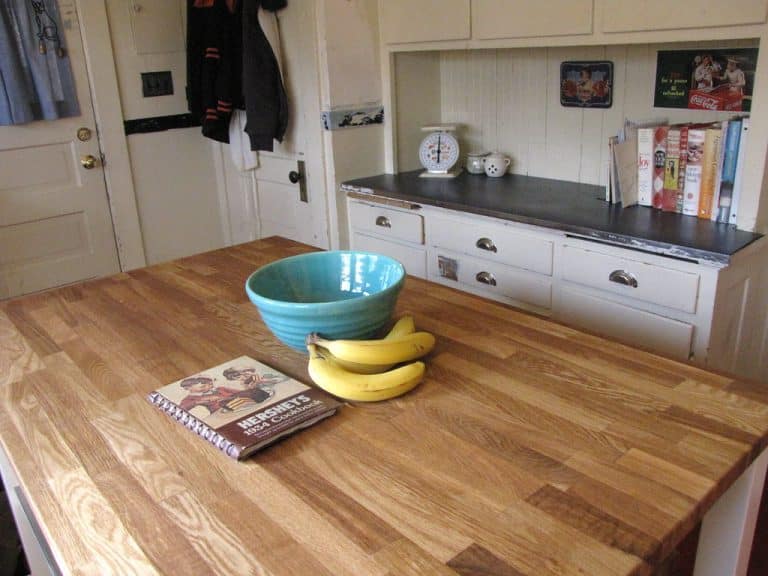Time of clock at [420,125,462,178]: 6:00
